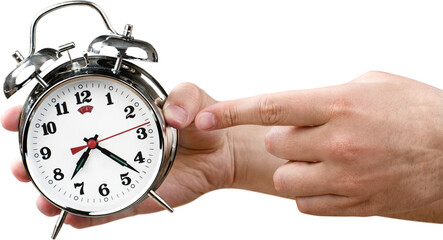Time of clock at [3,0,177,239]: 7:22
